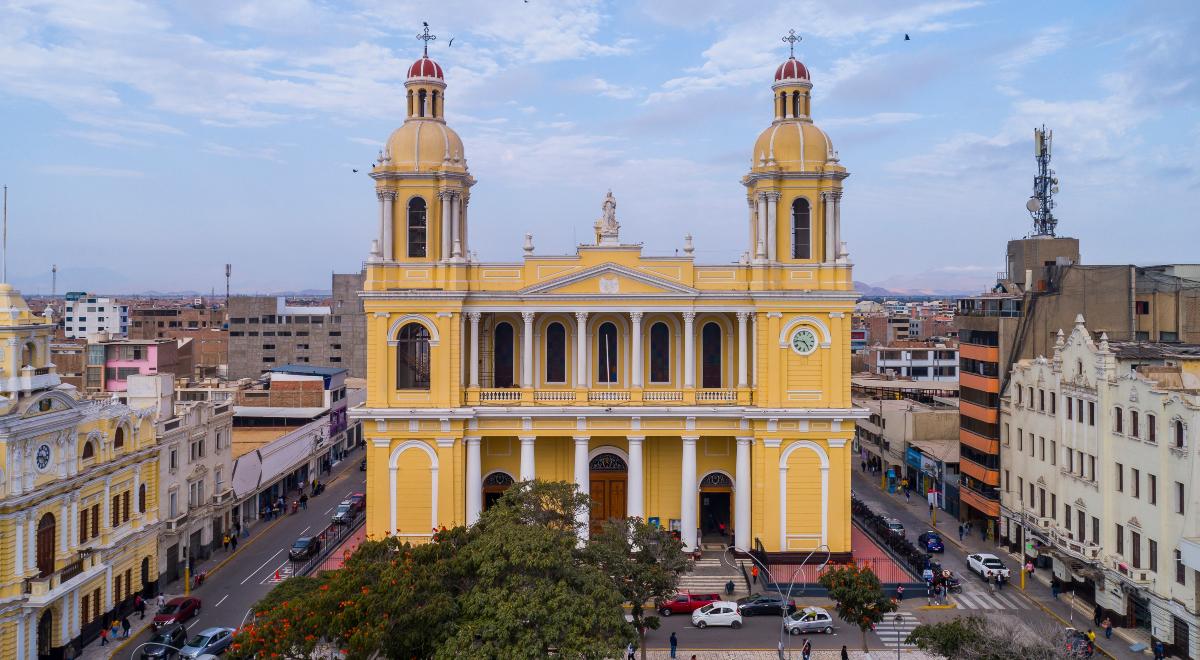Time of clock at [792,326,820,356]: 4:46
